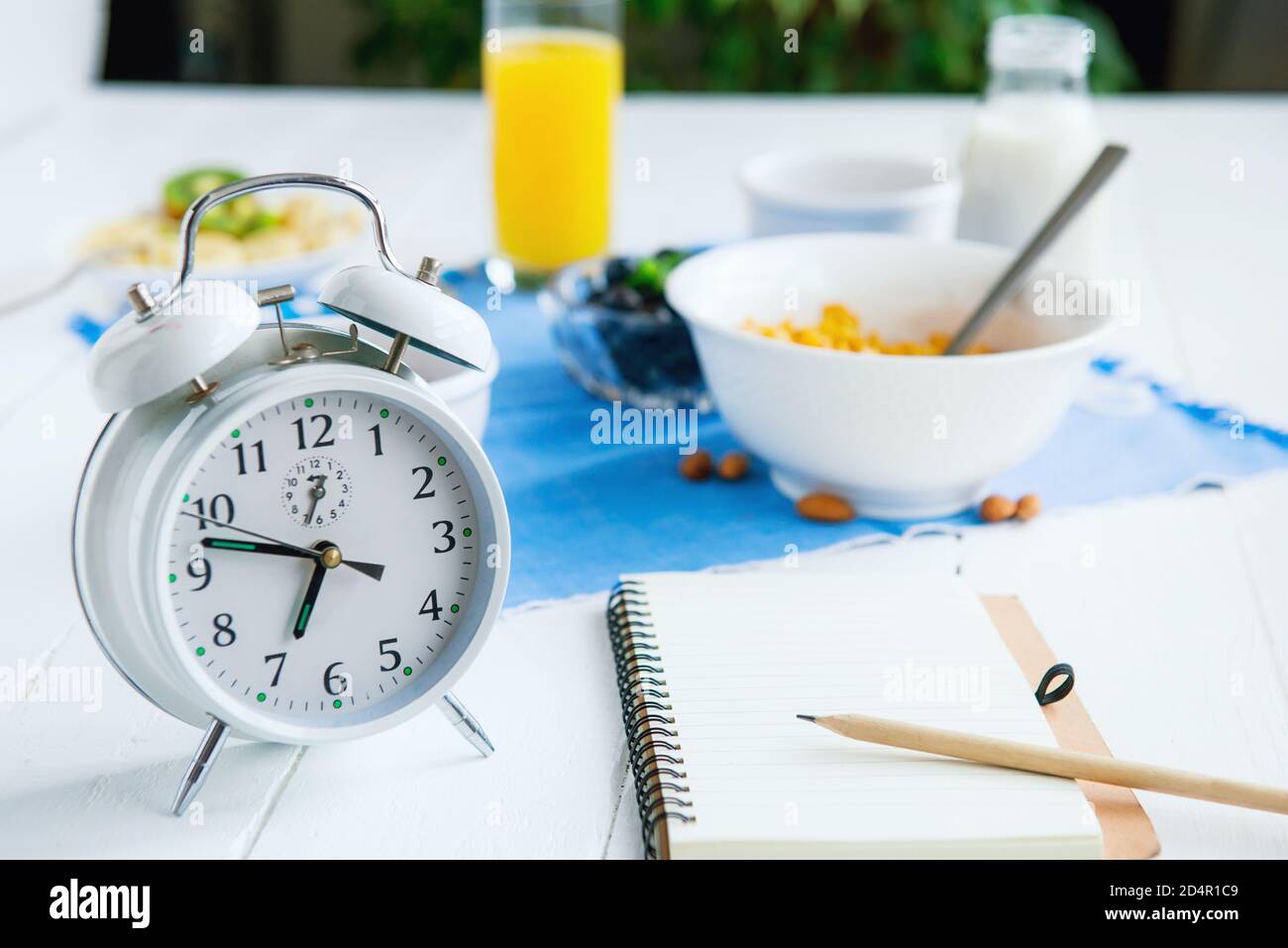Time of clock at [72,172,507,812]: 6:47
